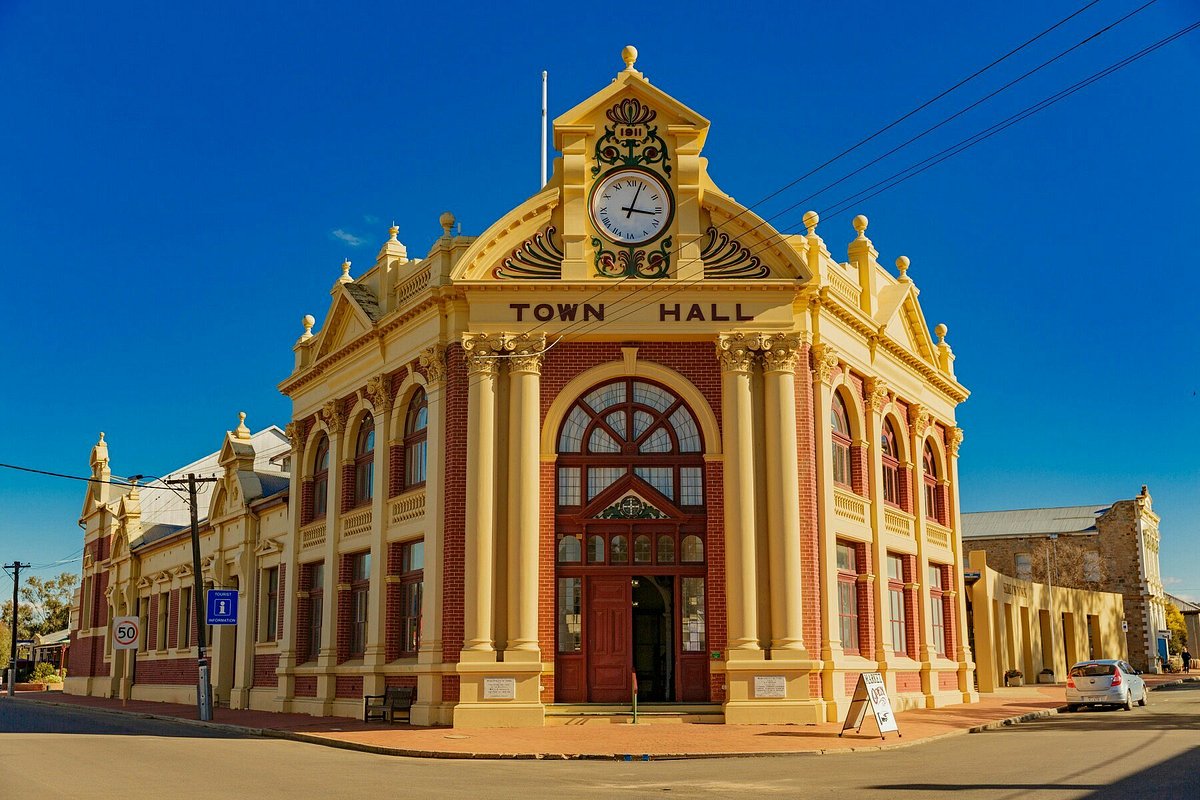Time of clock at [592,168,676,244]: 3:03
